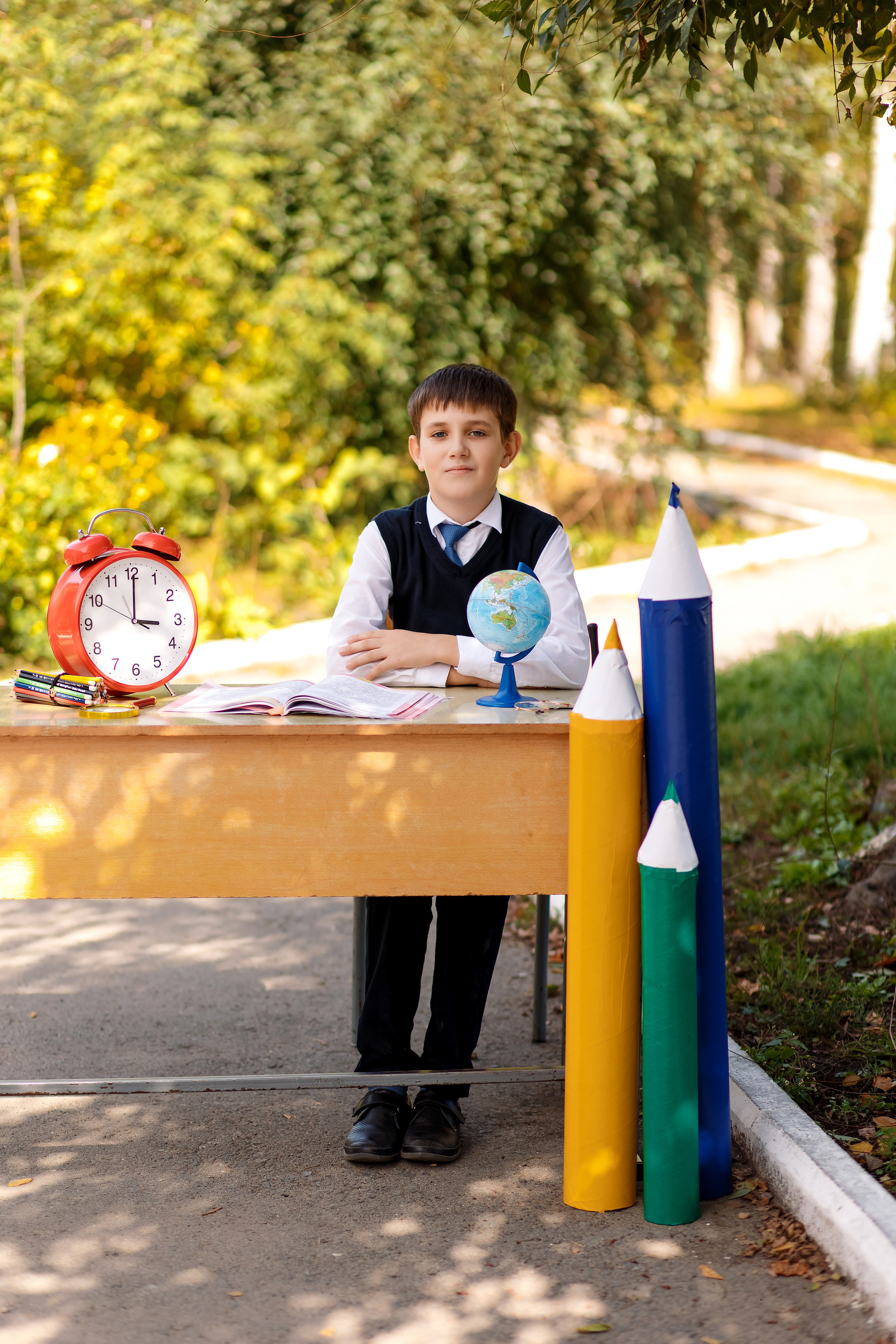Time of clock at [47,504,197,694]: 3:00
